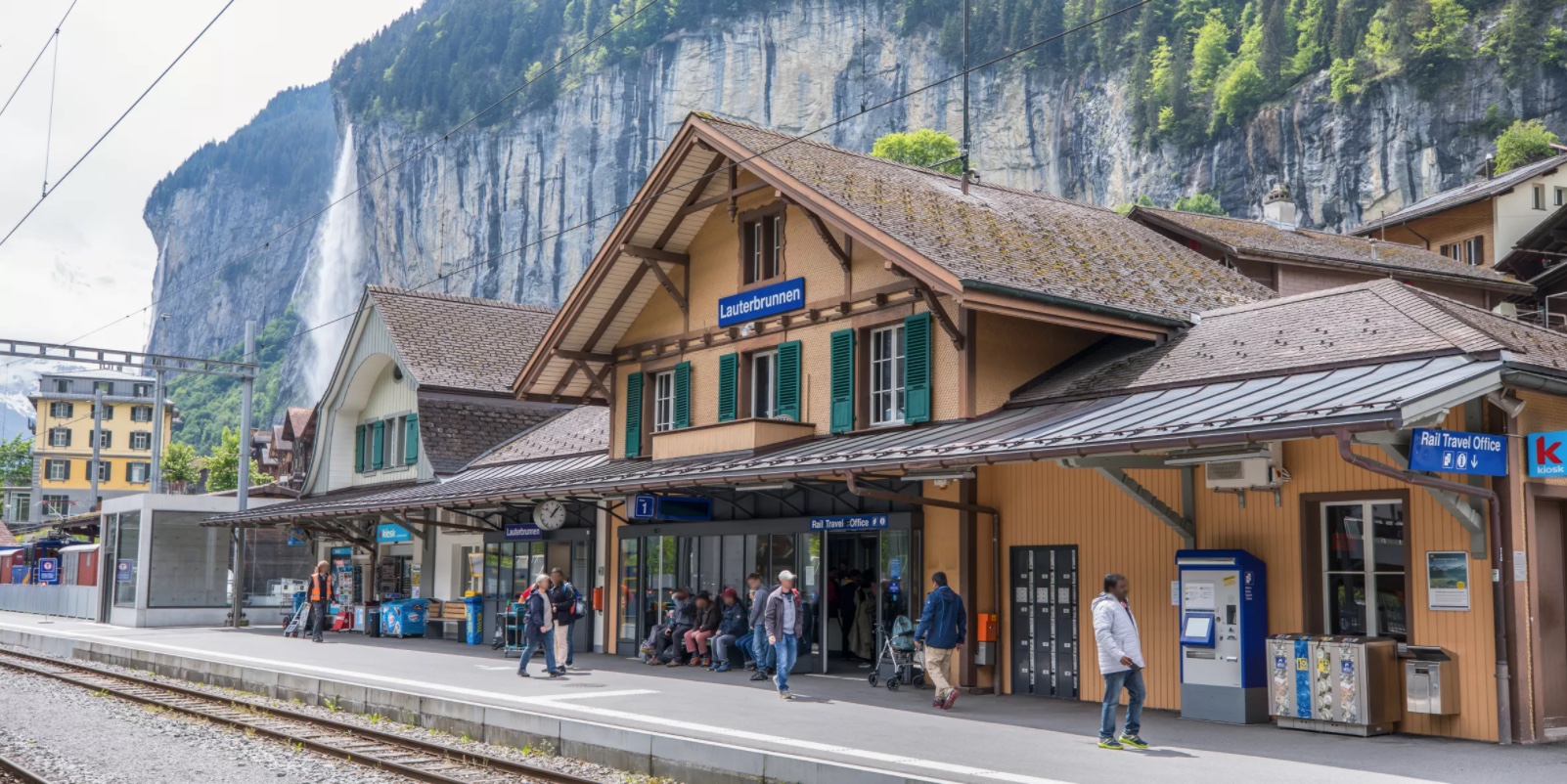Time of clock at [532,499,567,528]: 1:07
